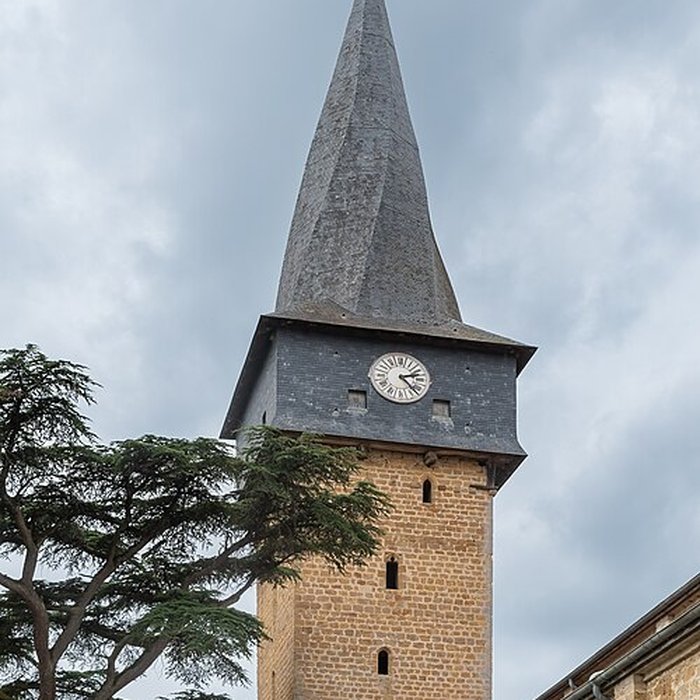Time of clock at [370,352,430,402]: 2:22
